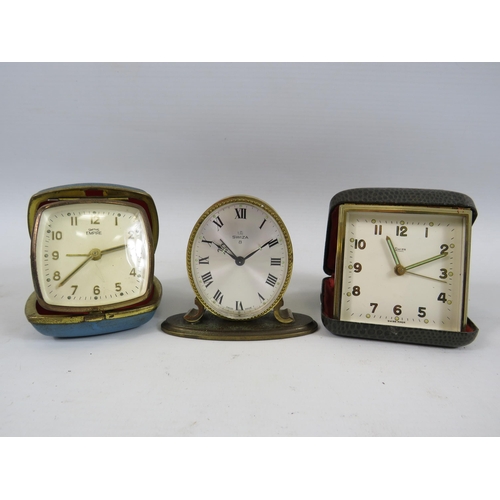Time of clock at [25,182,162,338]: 2:38
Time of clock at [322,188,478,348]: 11:11
